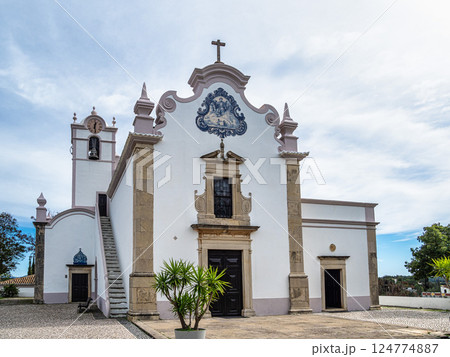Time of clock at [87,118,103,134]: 12:28
